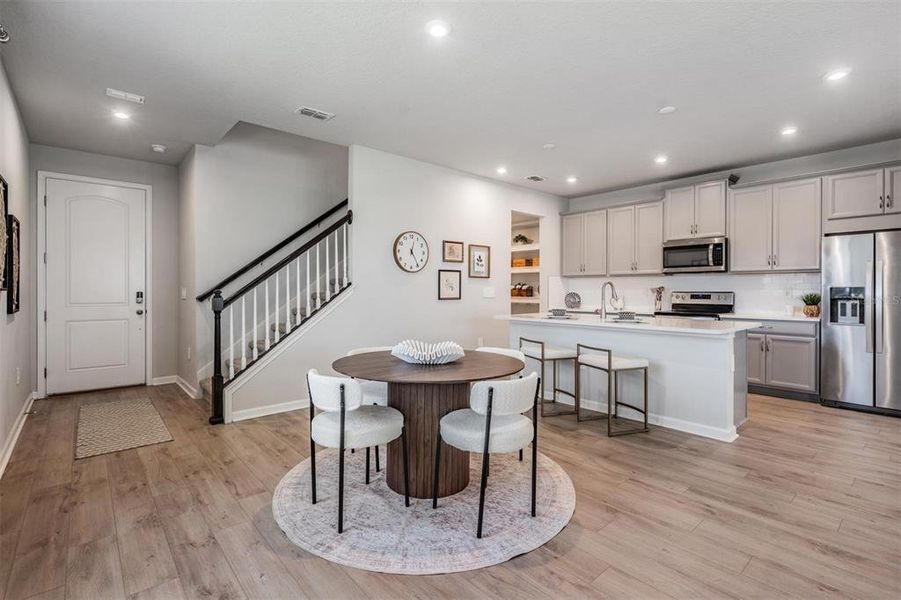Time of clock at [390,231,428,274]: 12:24
